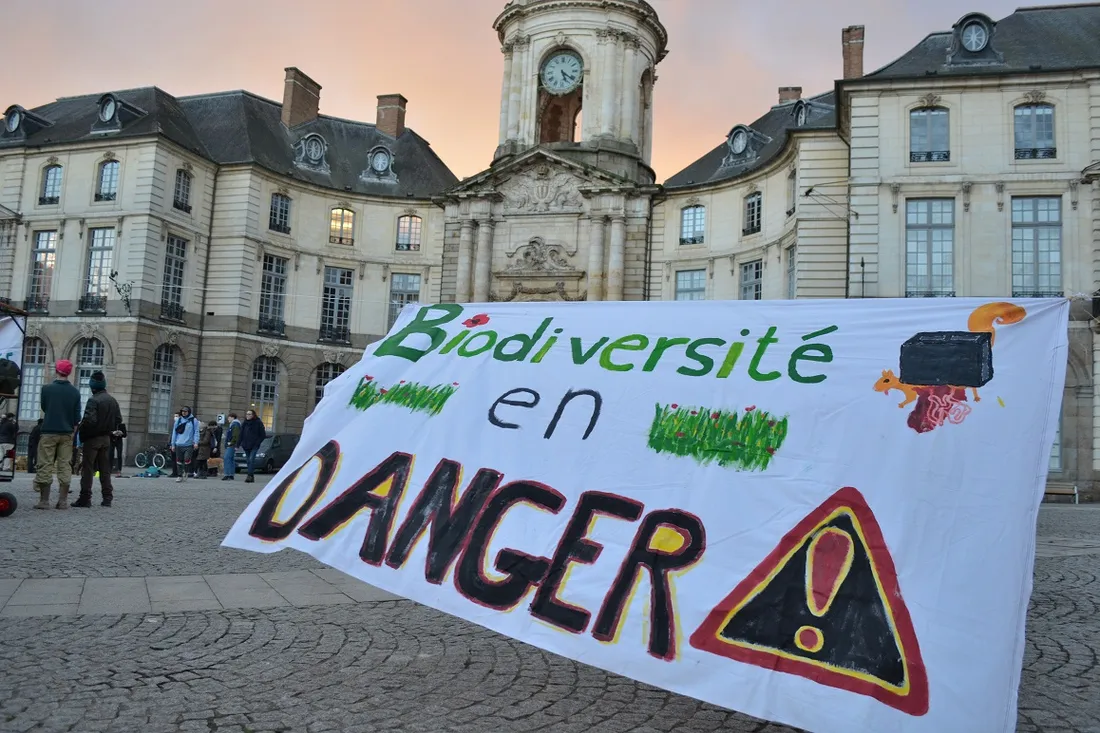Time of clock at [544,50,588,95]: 5:20
